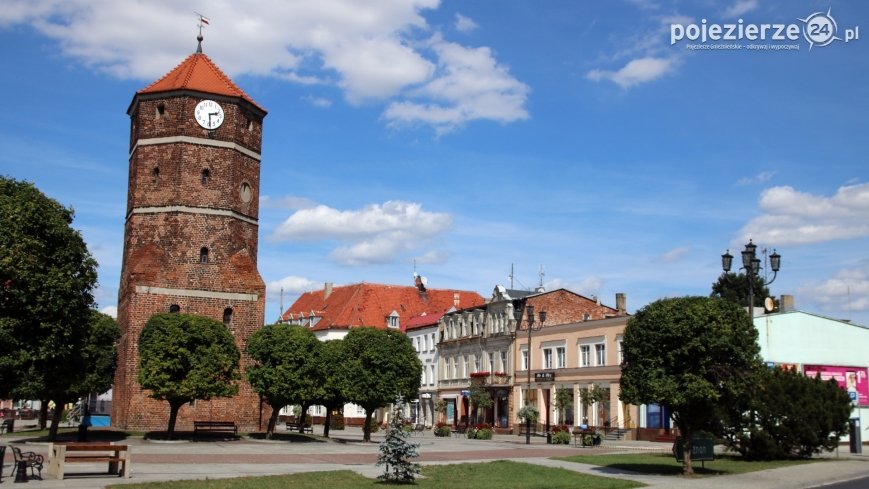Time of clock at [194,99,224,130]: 2:29
